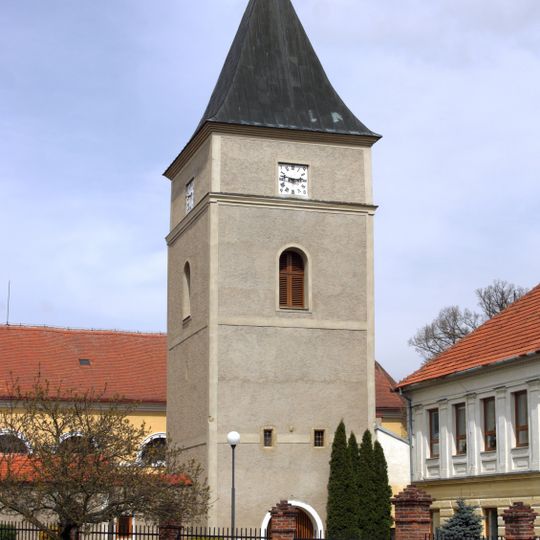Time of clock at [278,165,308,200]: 2:47
